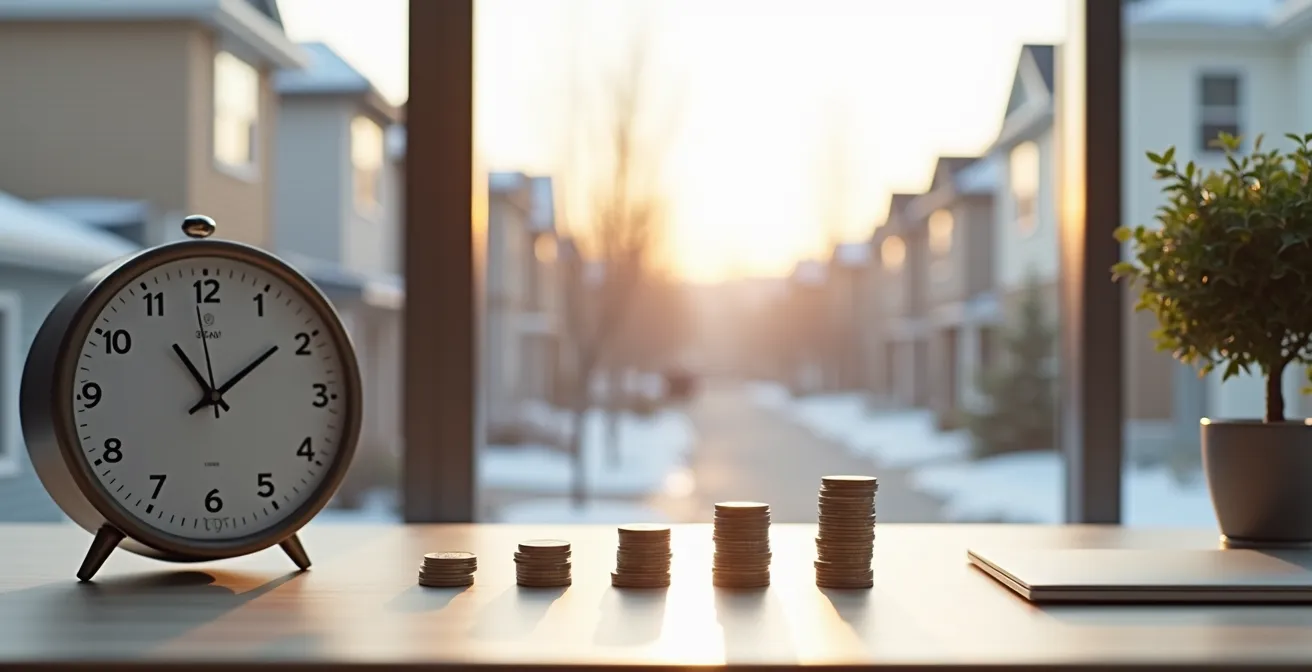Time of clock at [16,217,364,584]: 11:08
